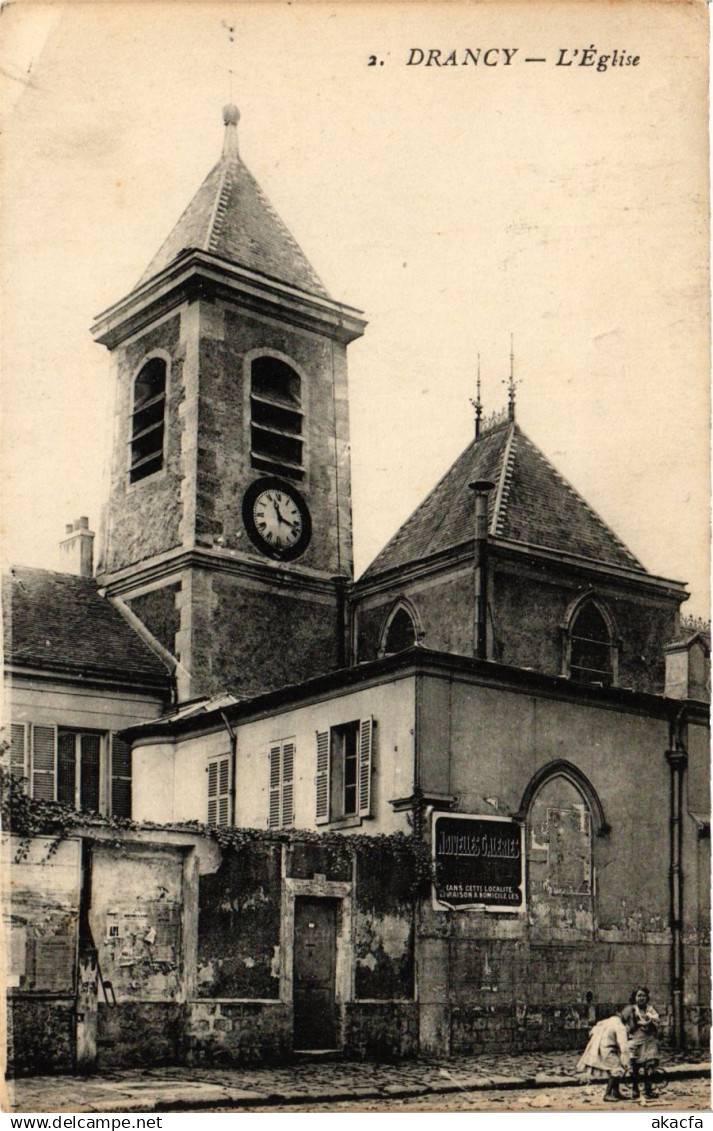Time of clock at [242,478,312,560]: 11:17
